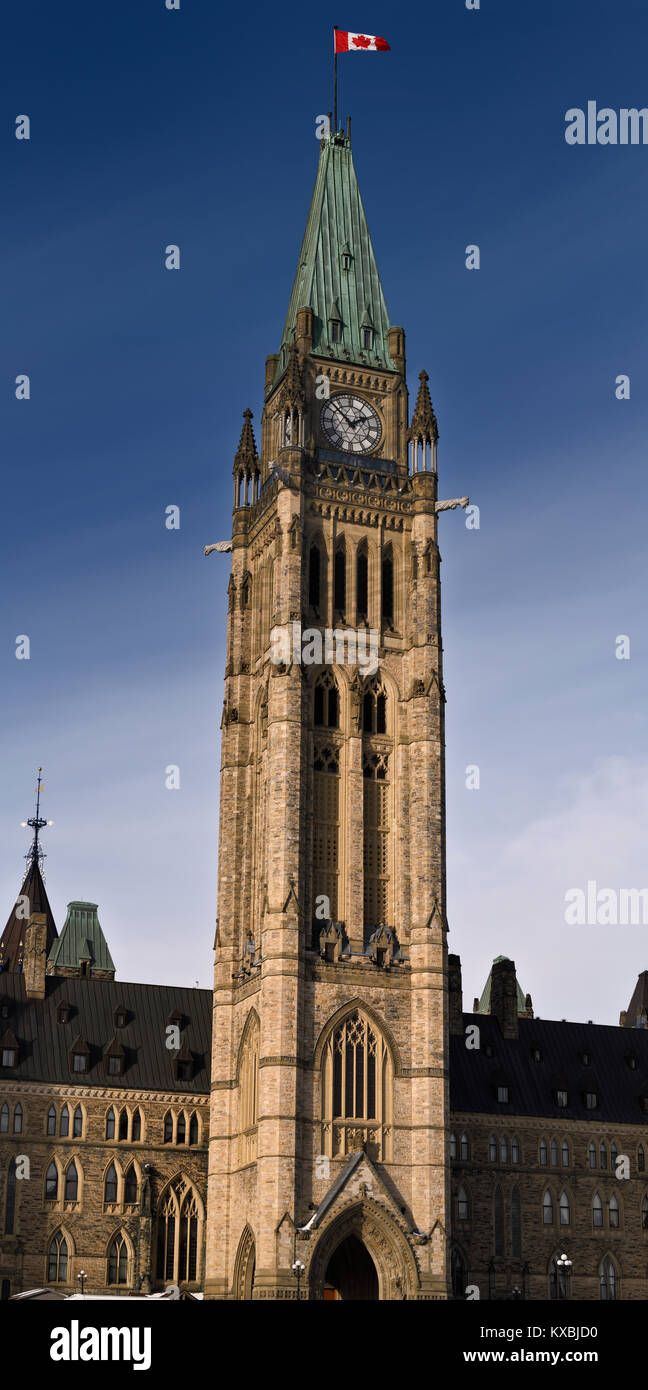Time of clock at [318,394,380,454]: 1:52
